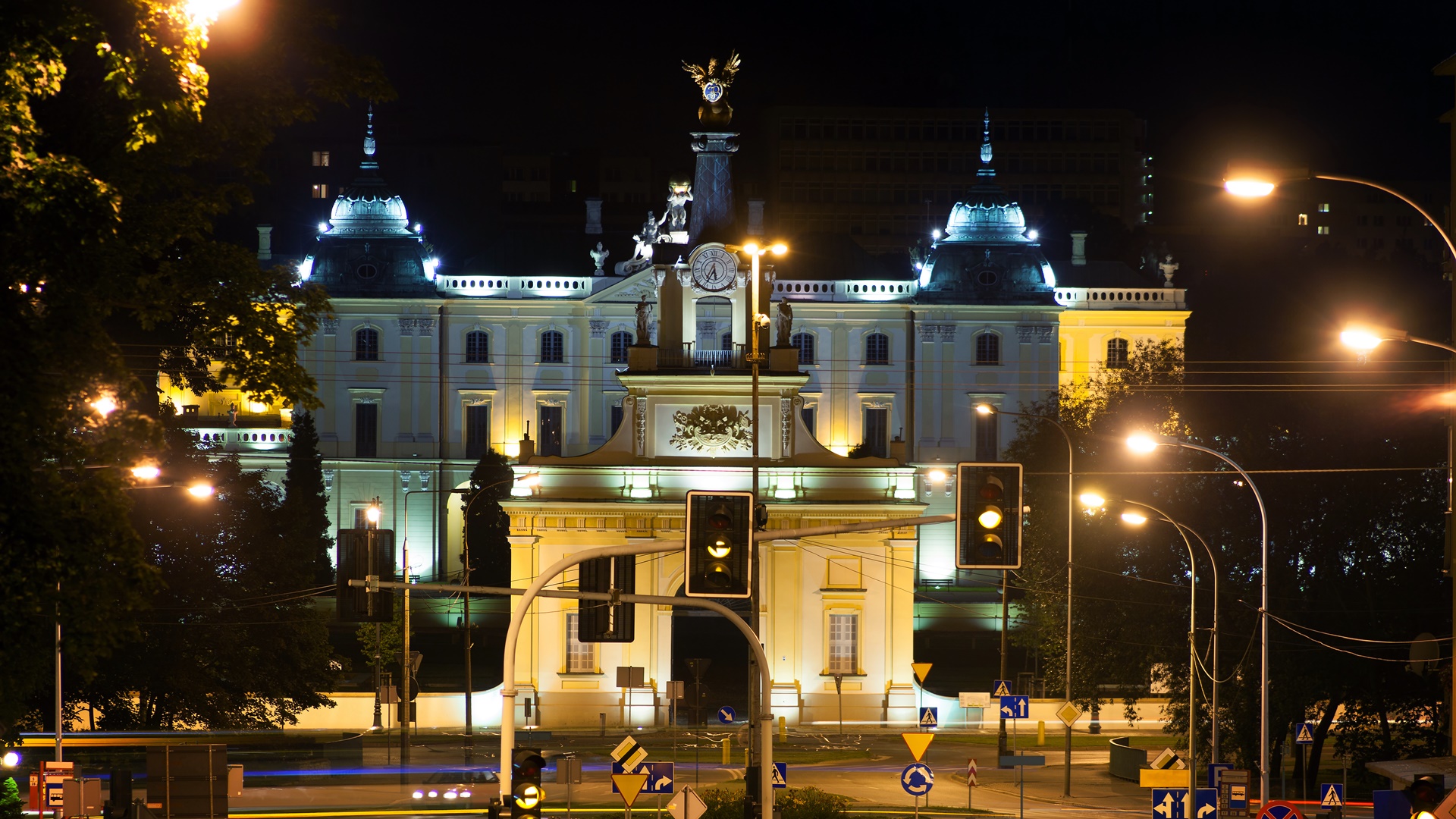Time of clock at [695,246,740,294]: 5:34
